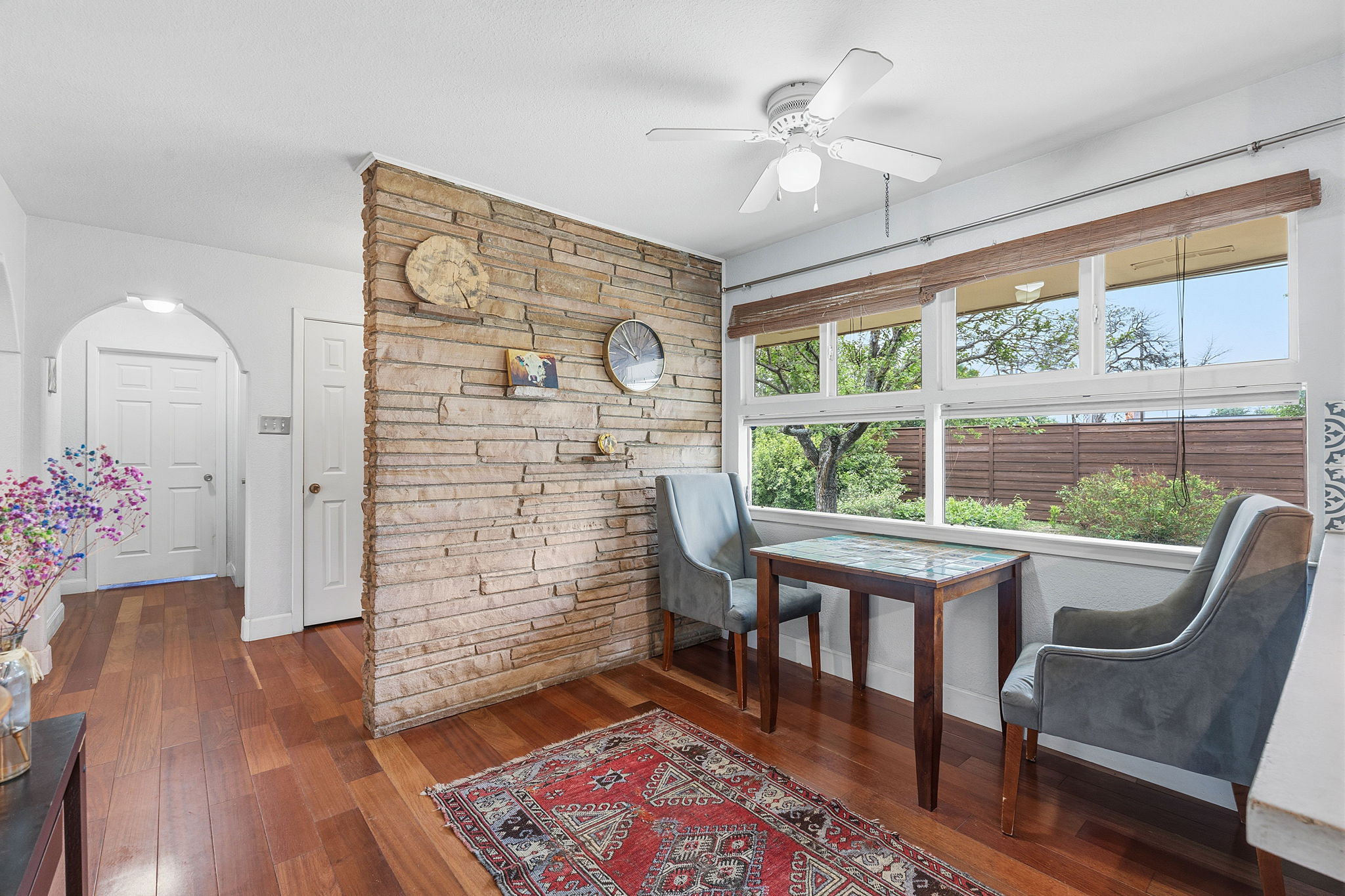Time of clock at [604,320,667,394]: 9:54
